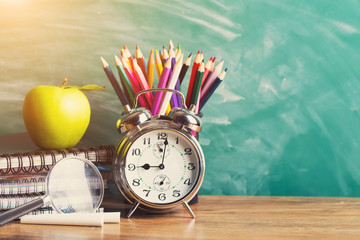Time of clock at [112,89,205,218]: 9:01
